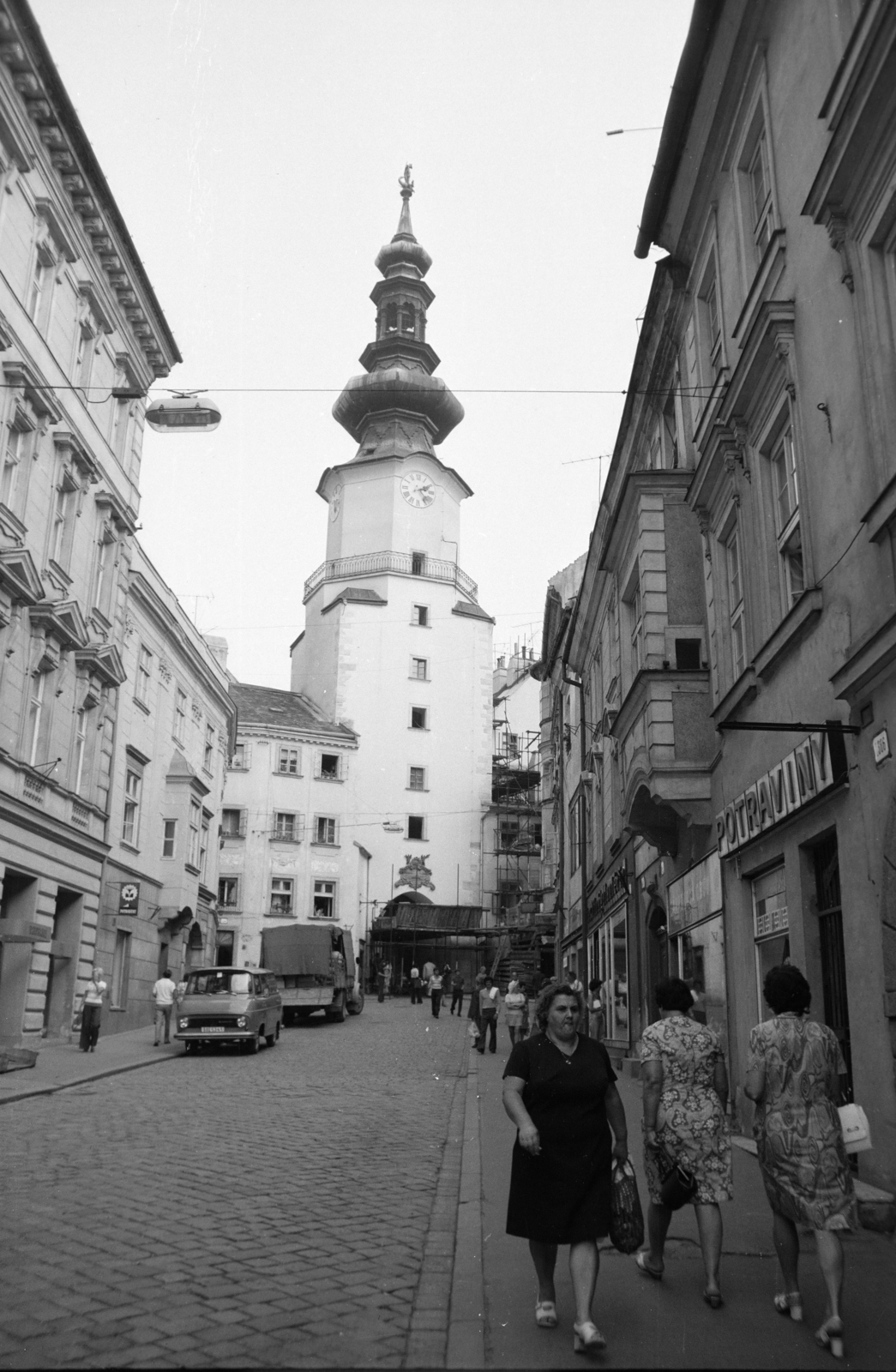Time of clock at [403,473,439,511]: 2:23
